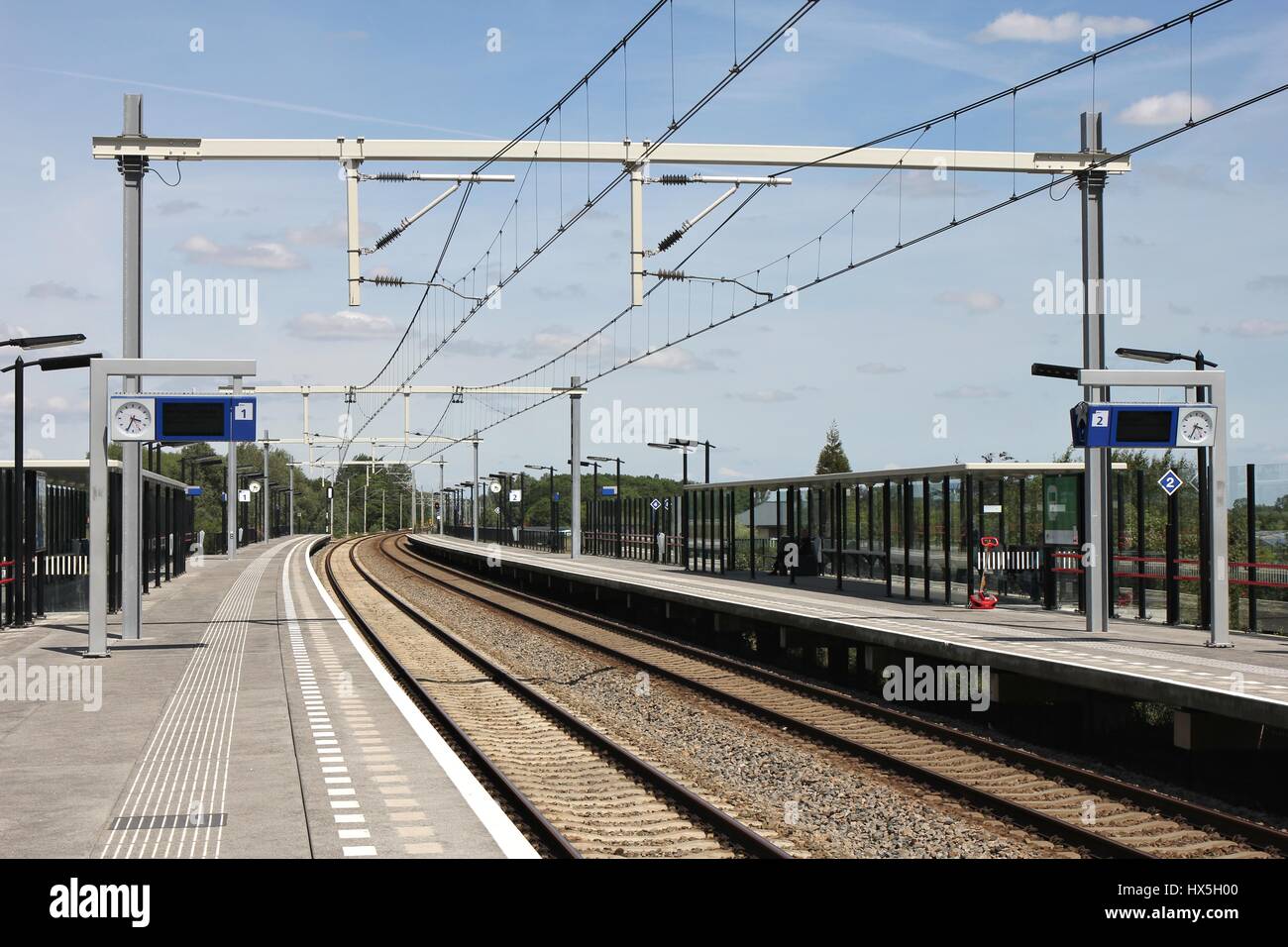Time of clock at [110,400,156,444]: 3:34
